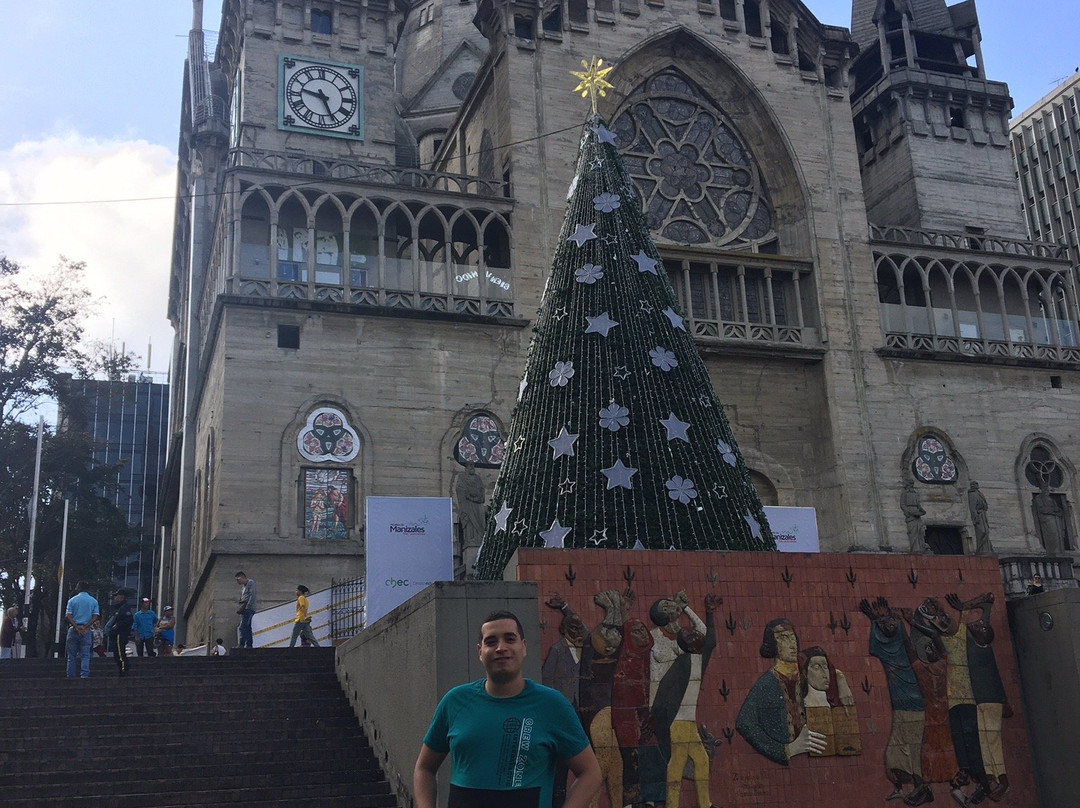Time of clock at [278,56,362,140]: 9:26
